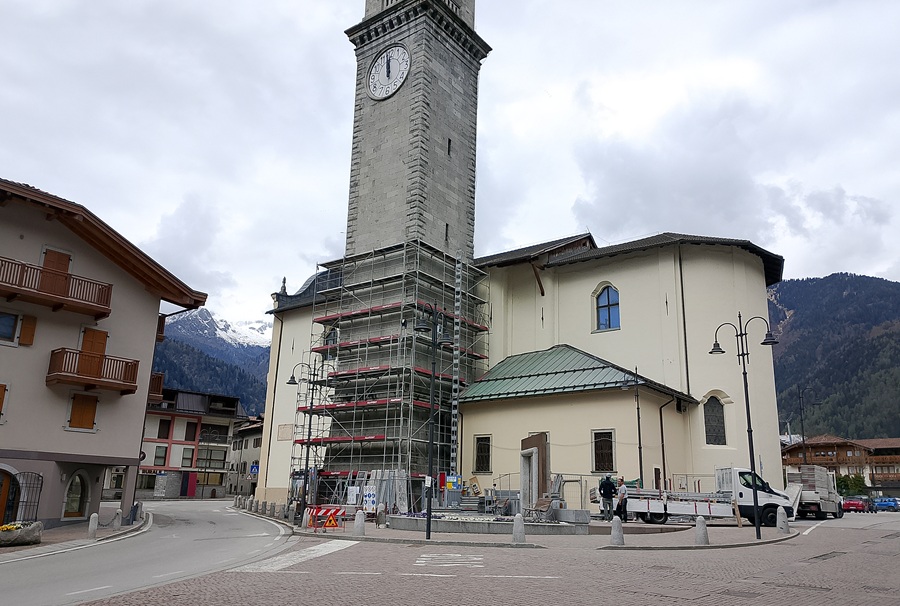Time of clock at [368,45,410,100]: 11:58
